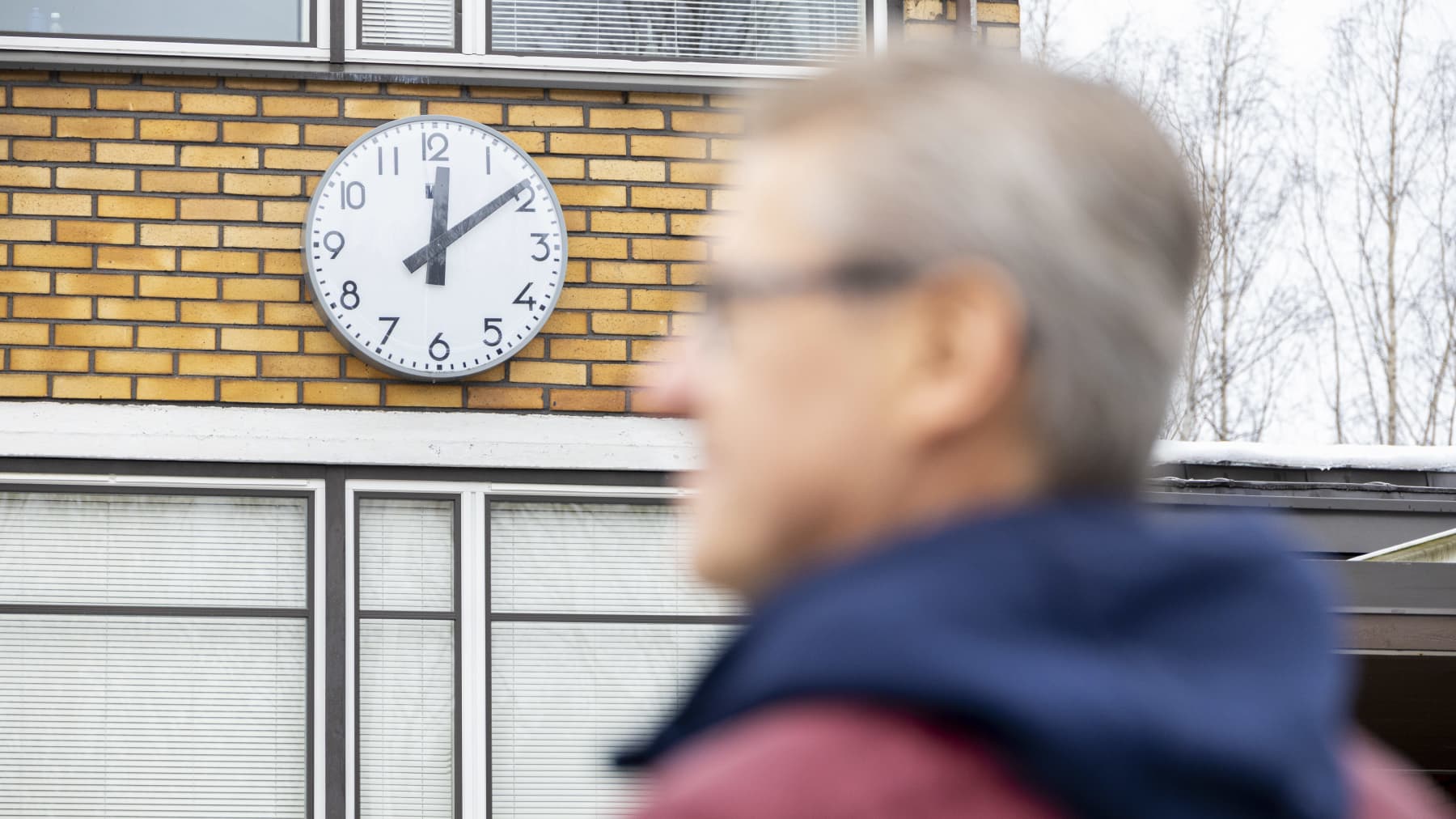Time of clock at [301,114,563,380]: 12:08
